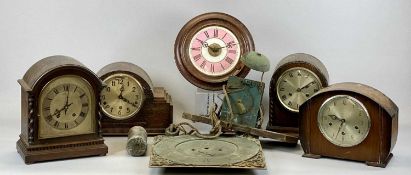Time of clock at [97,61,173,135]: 12:20
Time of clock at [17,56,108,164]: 8:01
